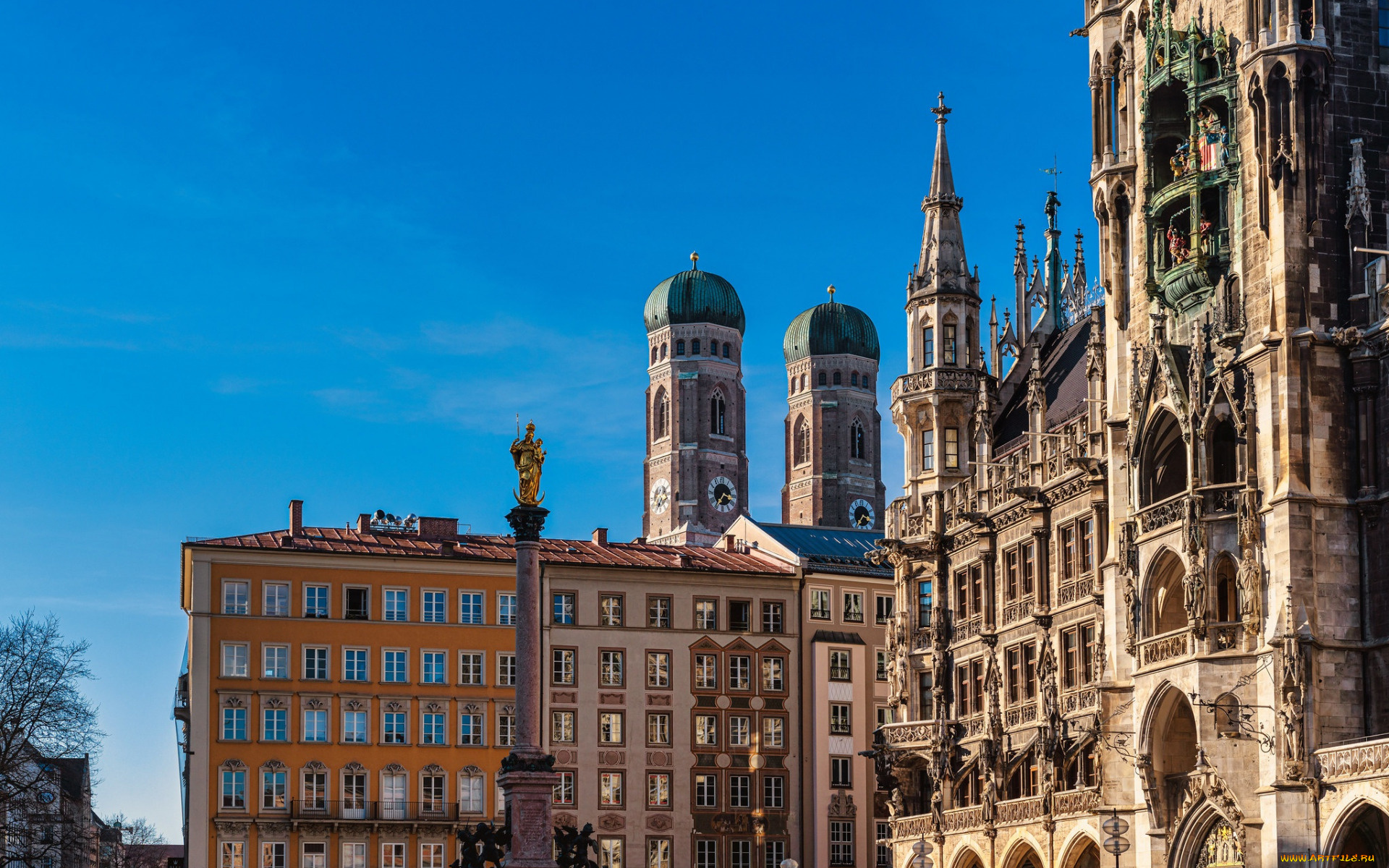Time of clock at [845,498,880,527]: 3:35
